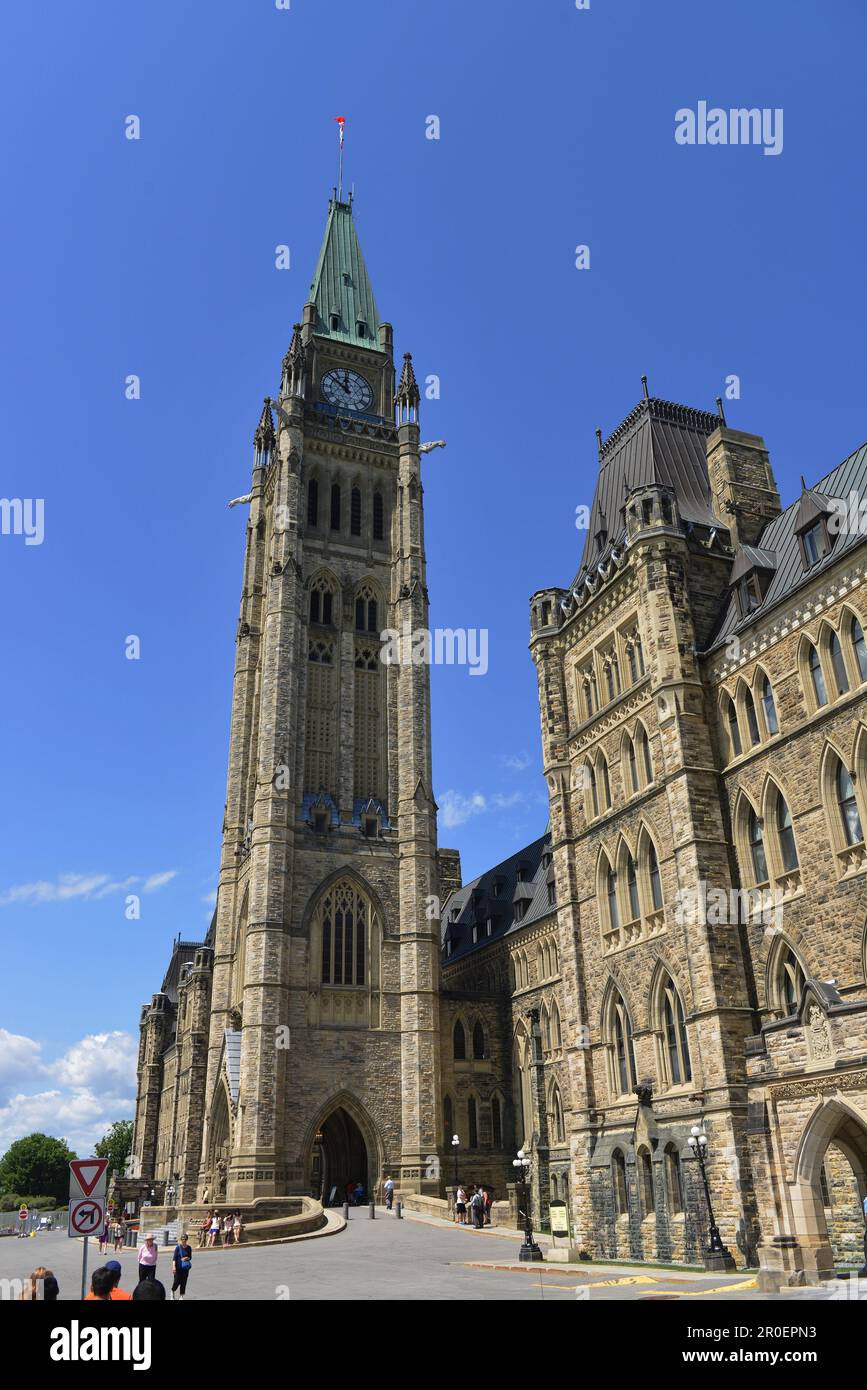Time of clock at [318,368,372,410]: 11:51
